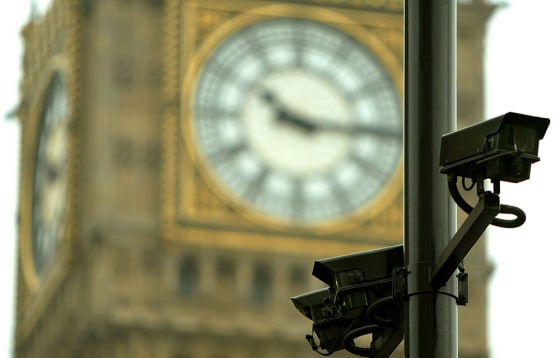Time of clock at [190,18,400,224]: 10:15
